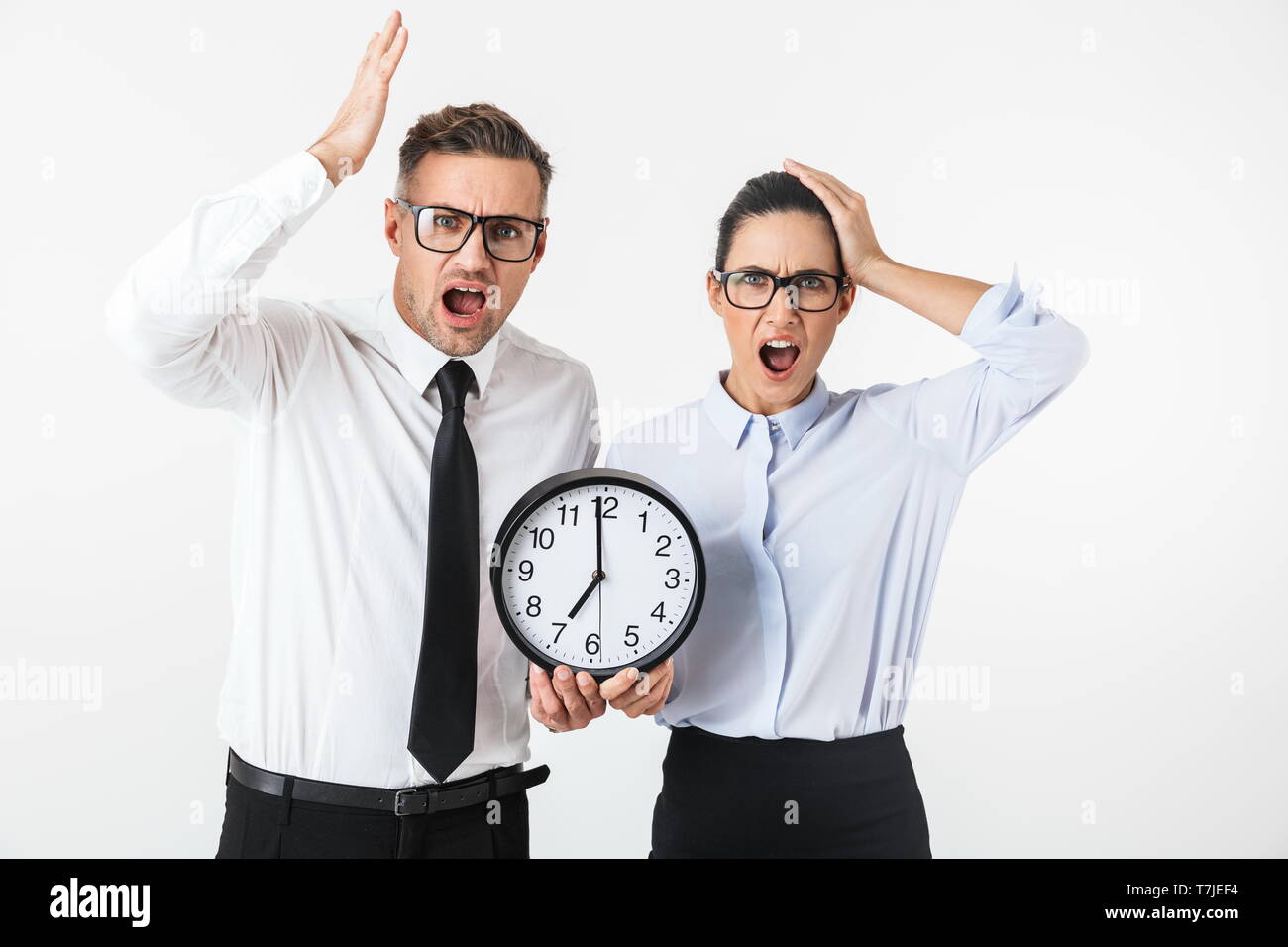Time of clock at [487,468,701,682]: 6:59
